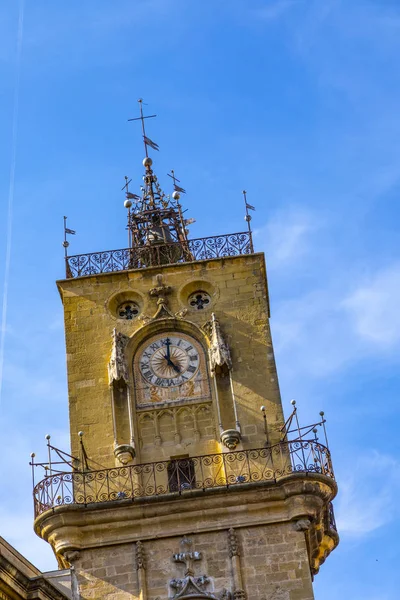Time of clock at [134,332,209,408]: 5:00
